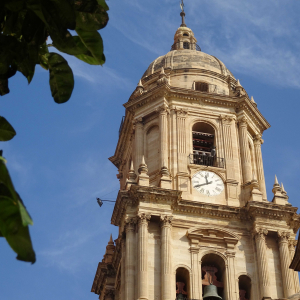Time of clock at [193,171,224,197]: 11:40
